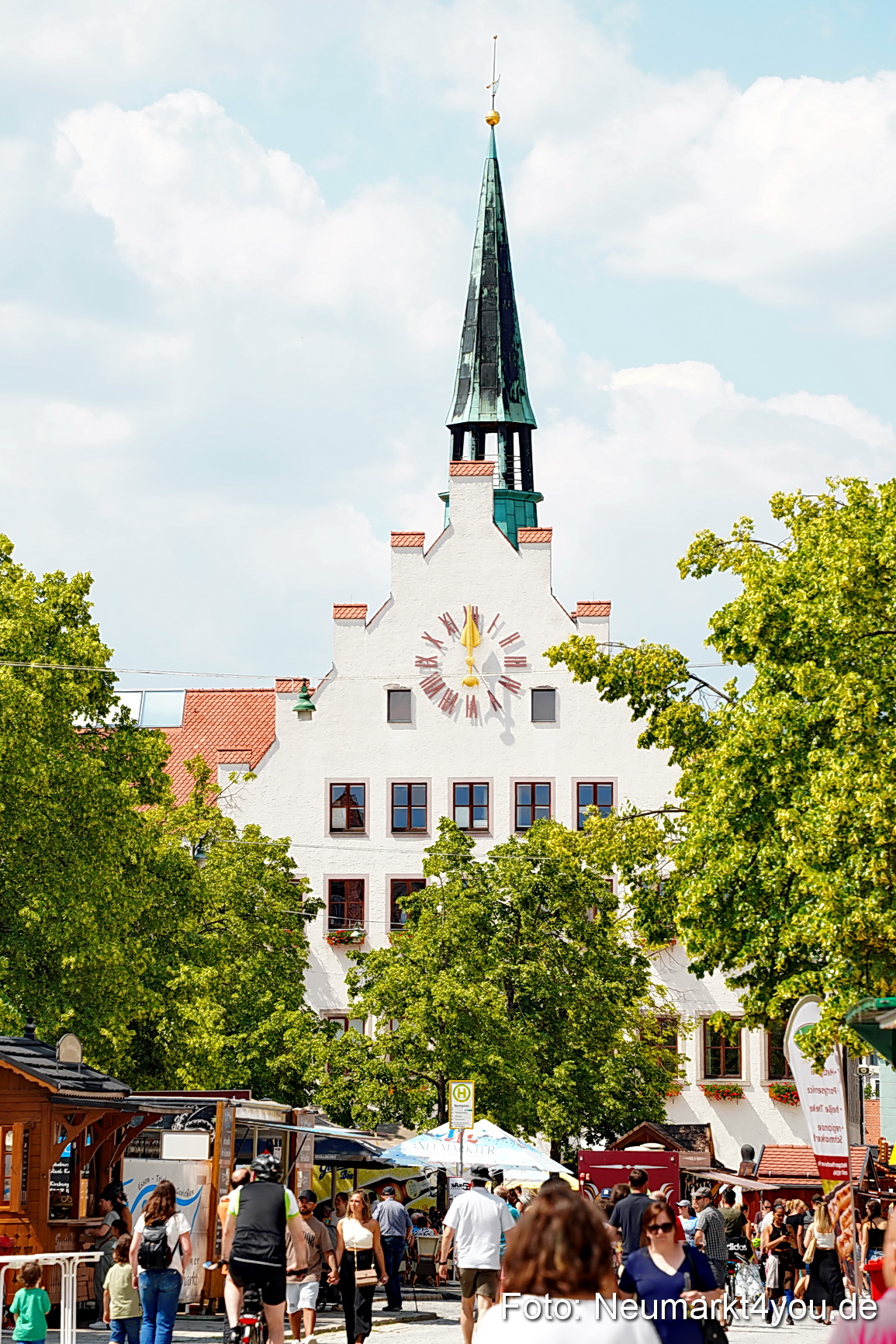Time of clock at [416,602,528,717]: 12:00
